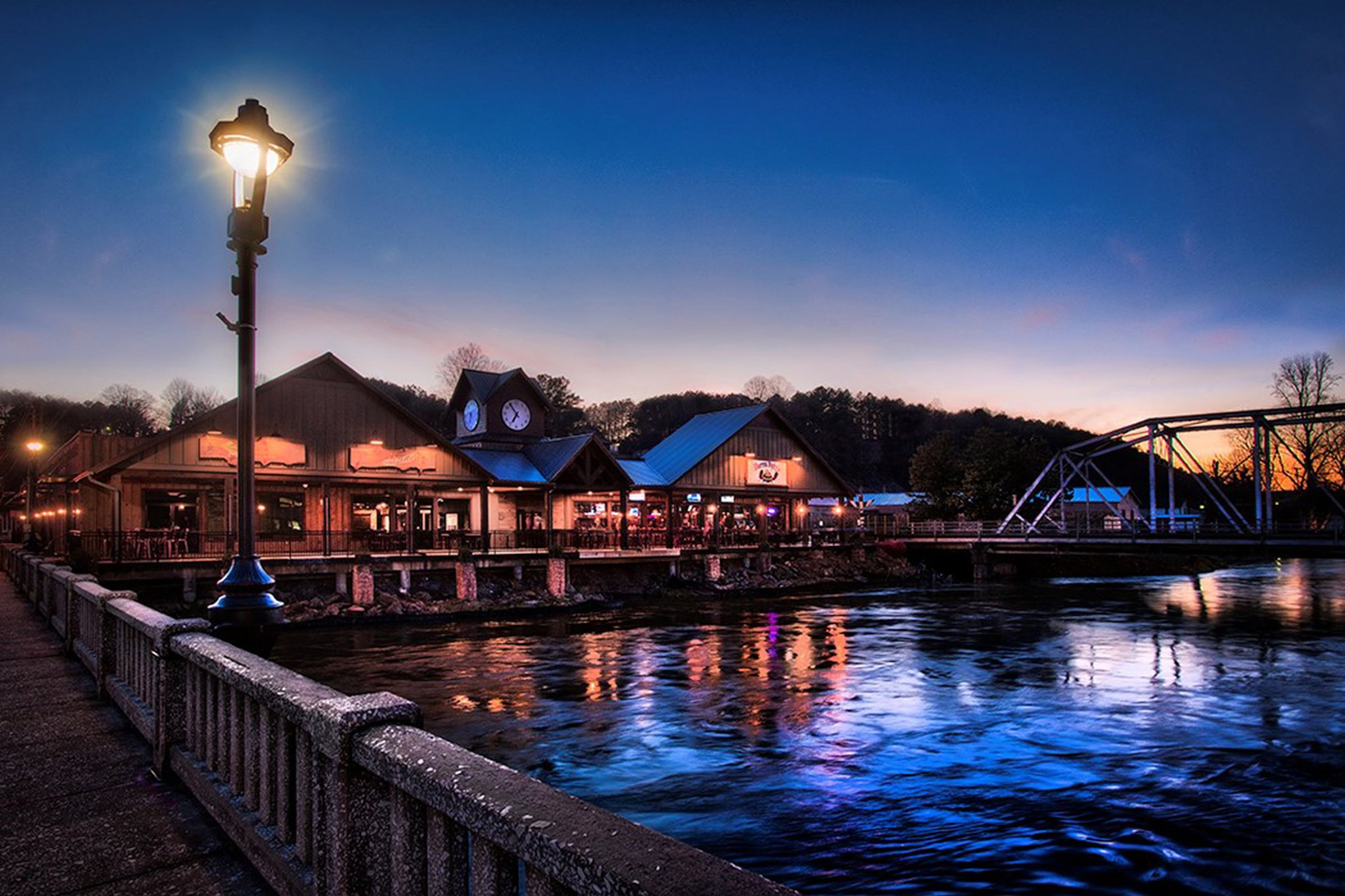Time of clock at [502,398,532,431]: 6:54
